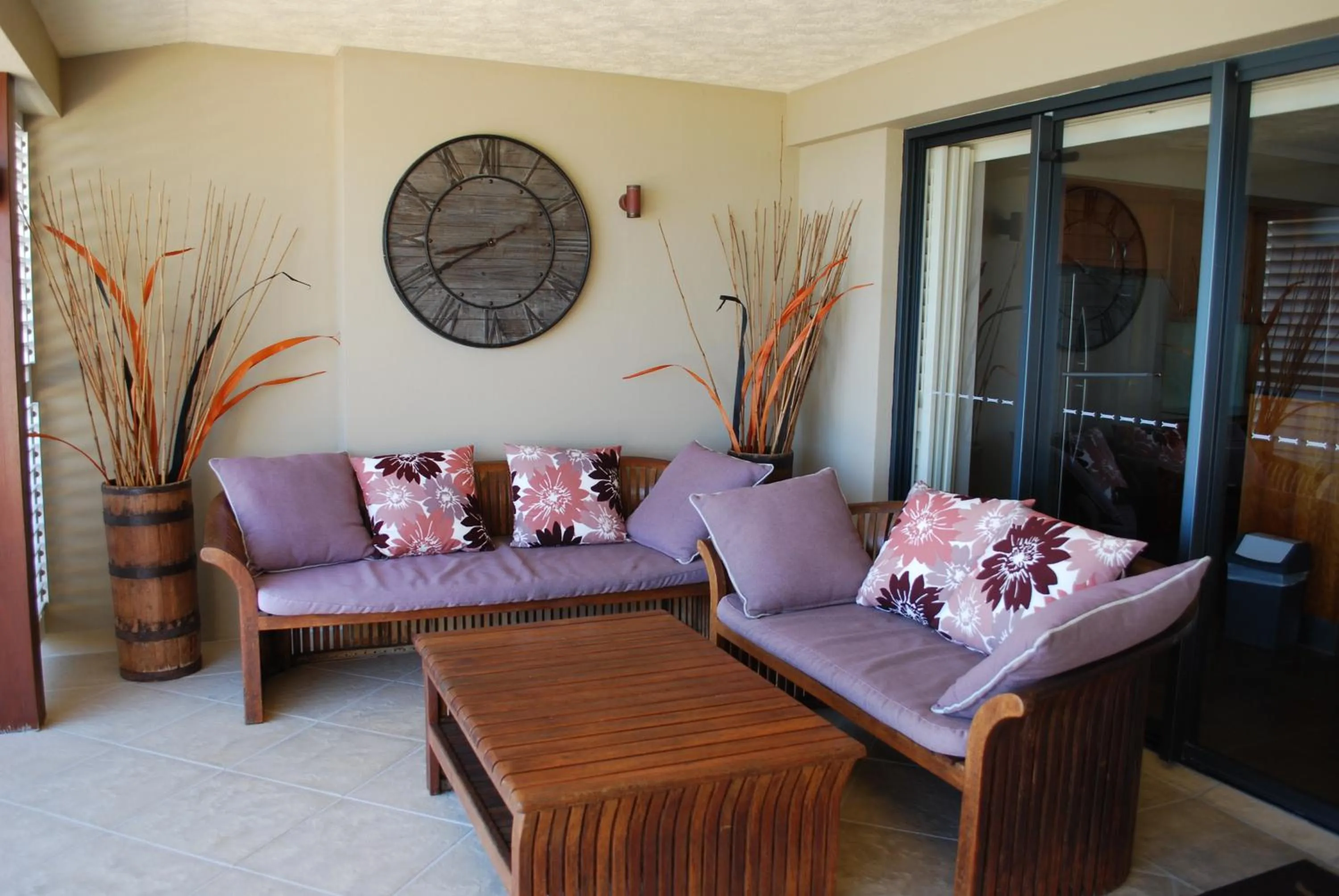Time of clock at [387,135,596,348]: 8:40
